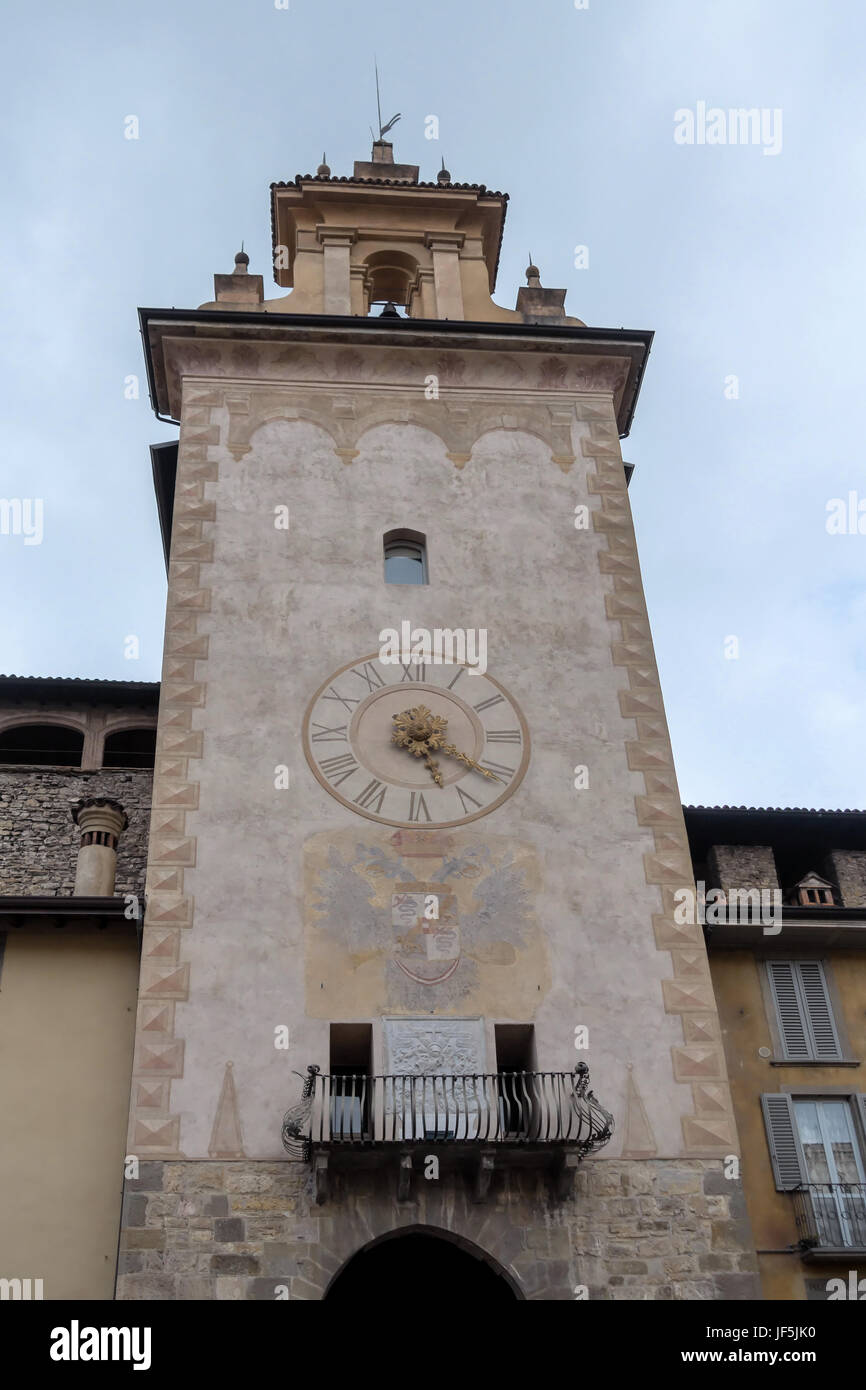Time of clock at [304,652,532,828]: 5:20
